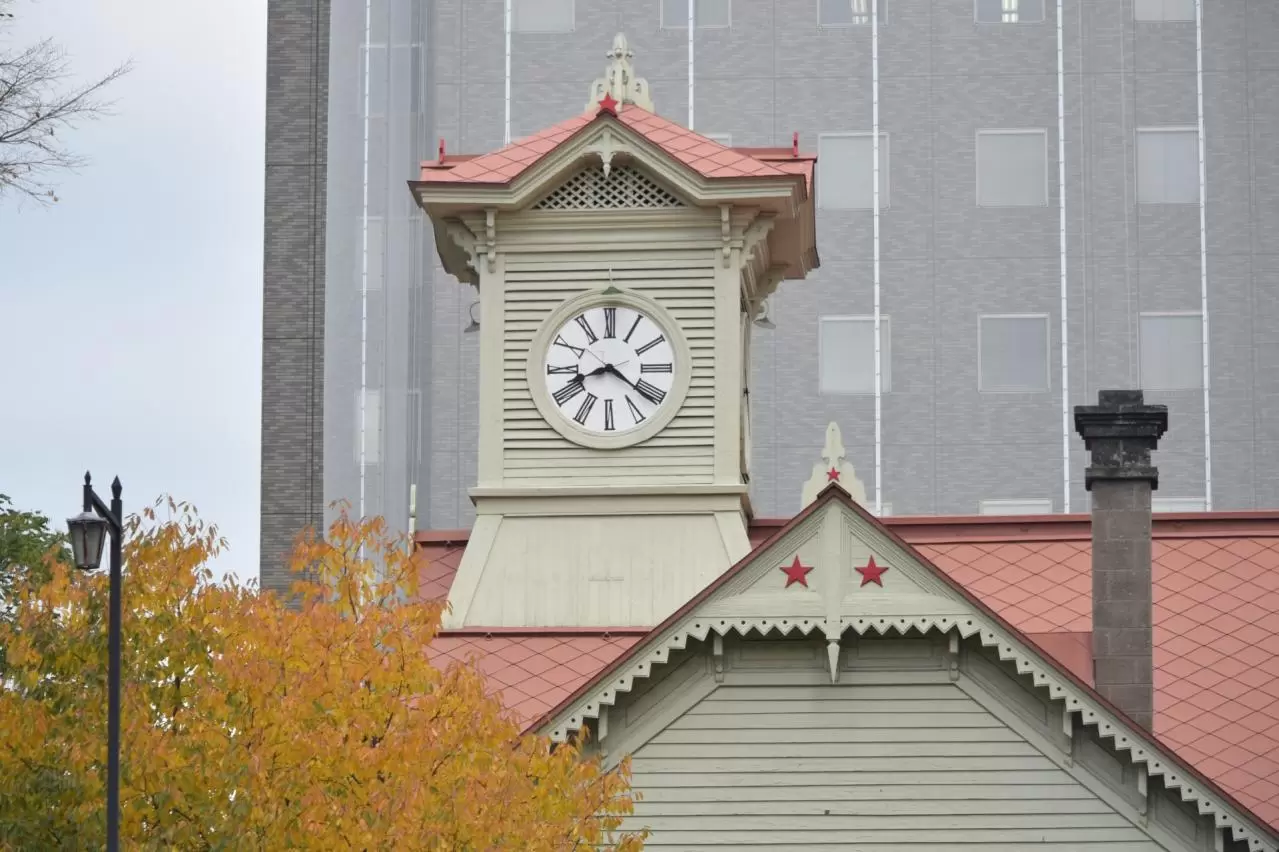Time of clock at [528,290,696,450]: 8:21
